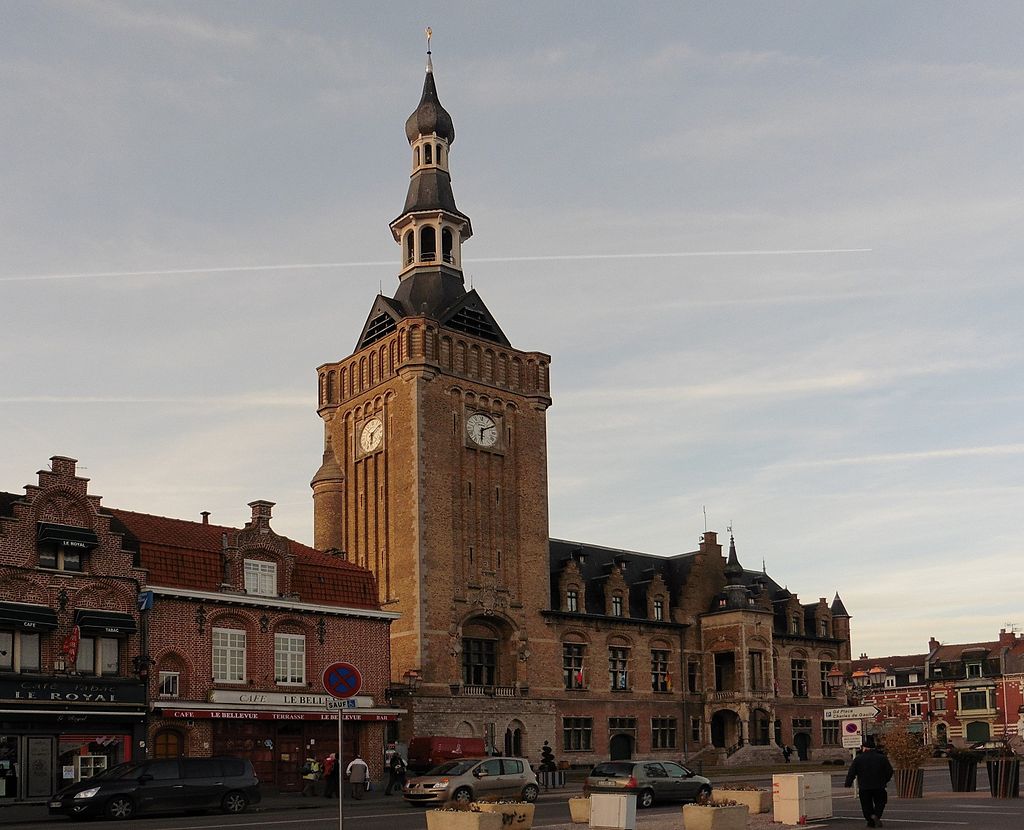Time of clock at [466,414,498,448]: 6:10
